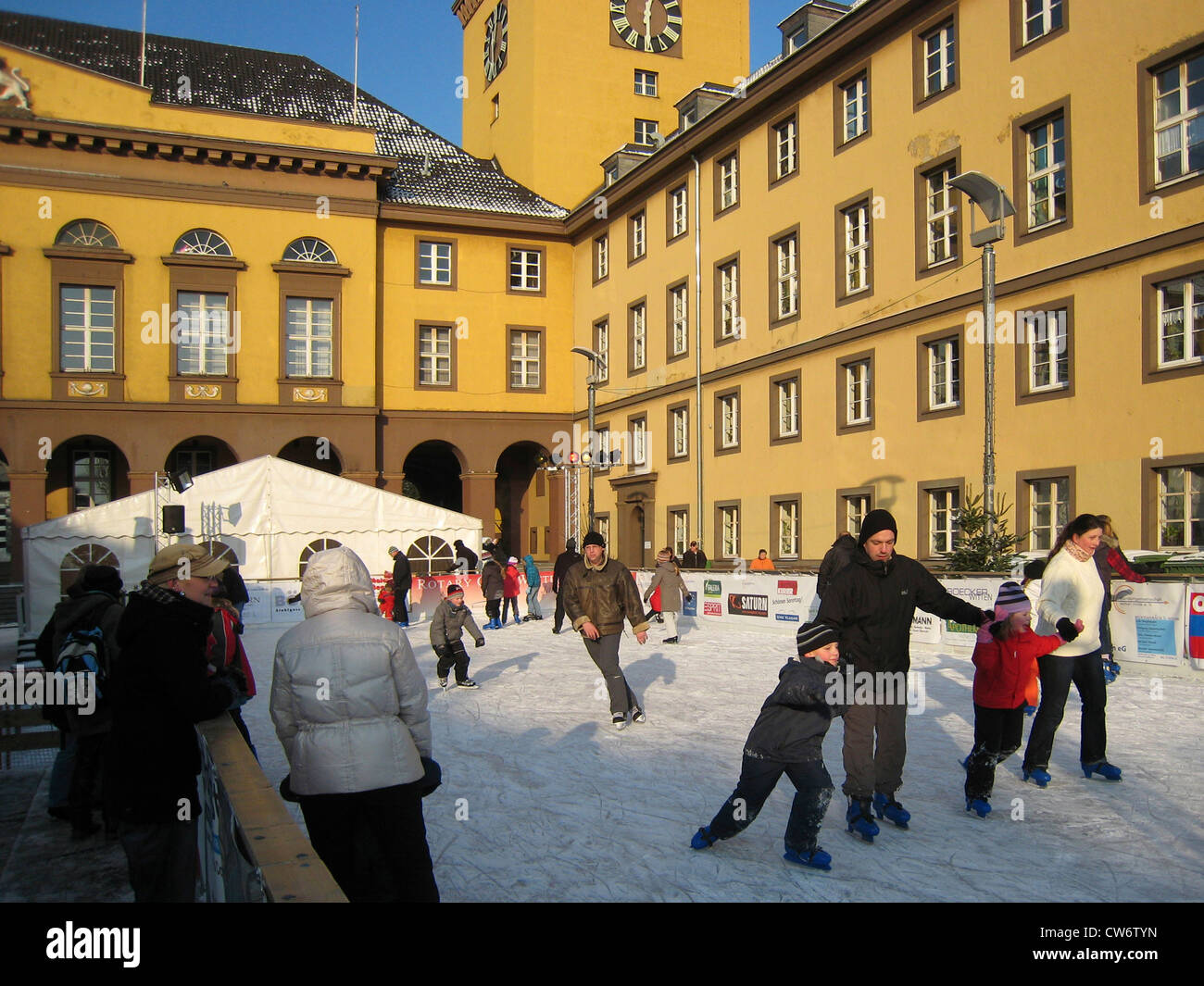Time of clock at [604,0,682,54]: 12:29
